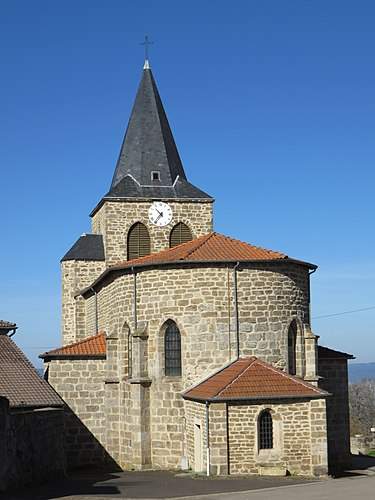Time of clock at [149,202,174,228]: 10:36
